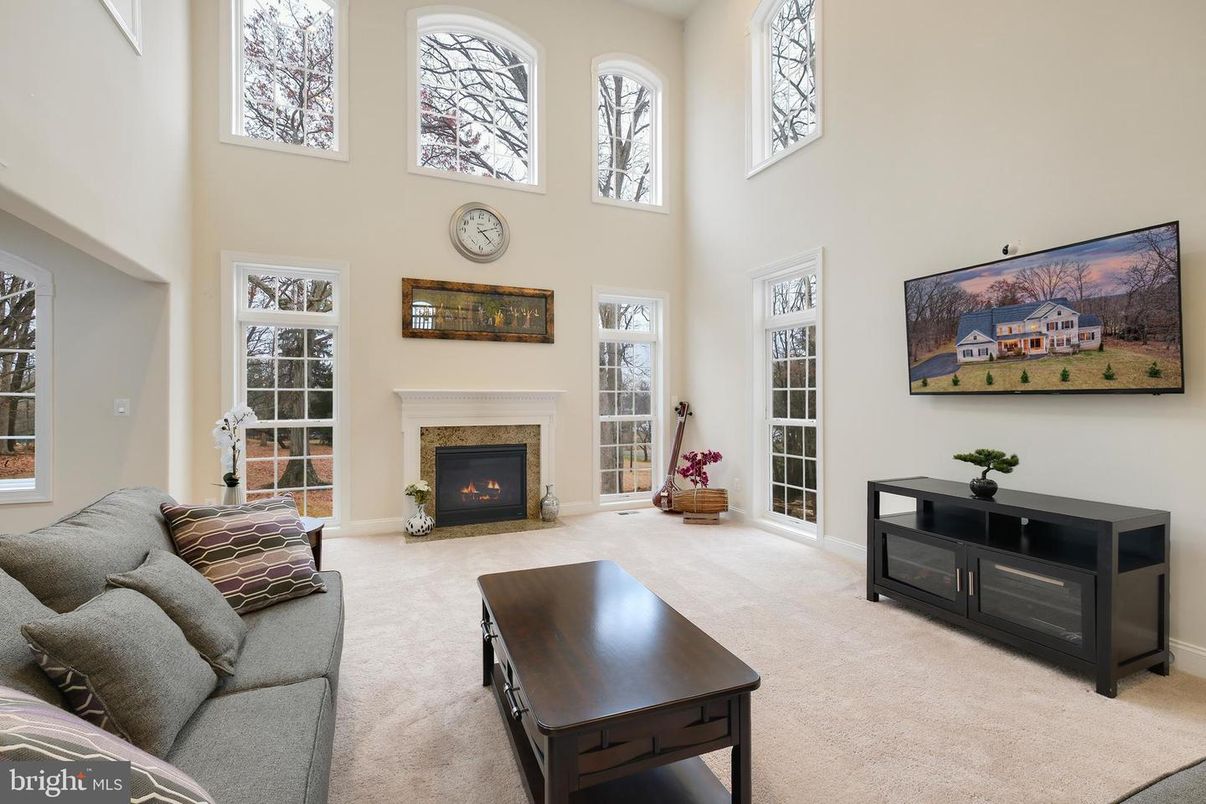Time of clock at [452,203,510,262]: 2:22
